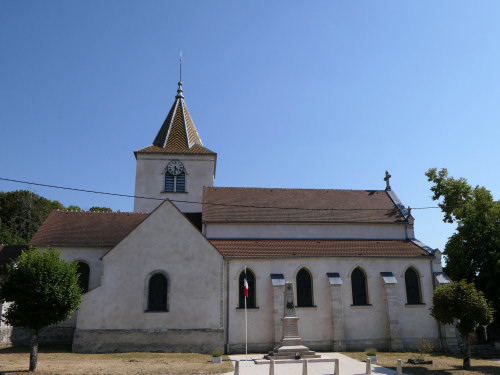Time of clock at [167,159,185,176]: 4:31
